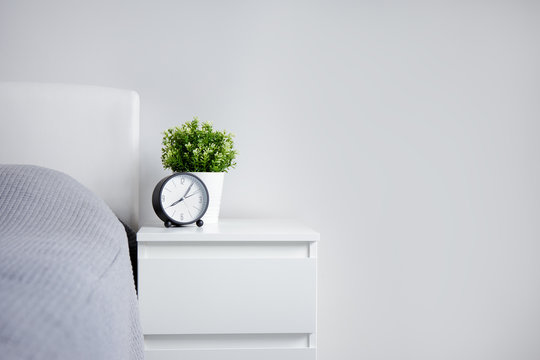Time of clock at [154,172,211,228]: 8:05
